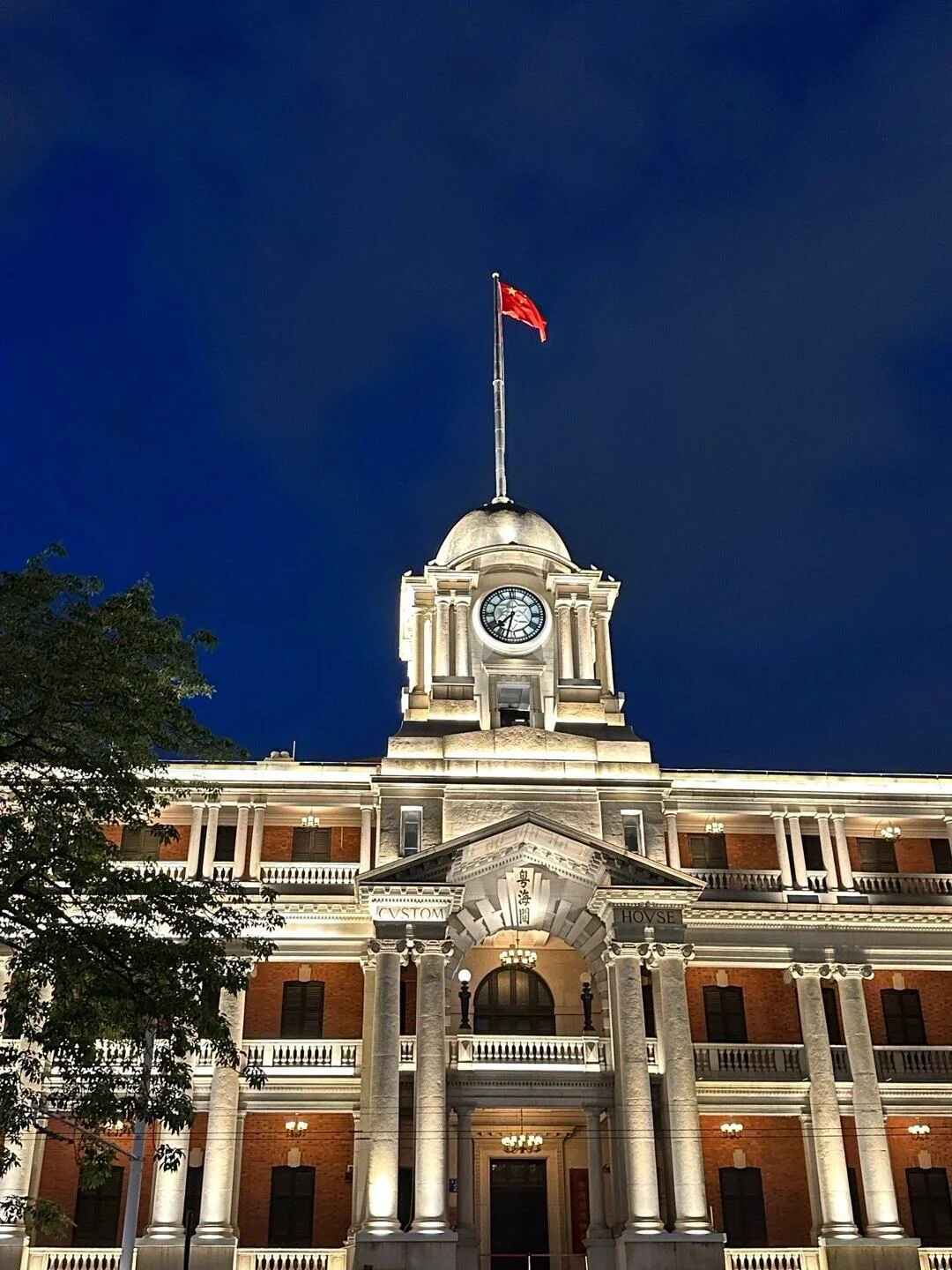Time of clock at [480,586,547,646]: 7:32
